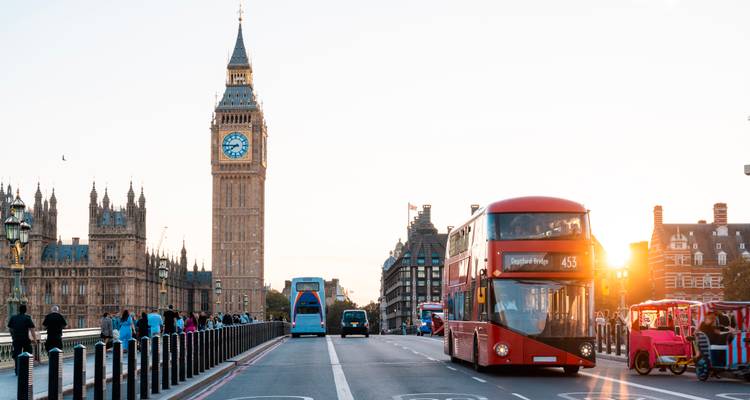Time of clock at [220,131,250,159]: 7:45
